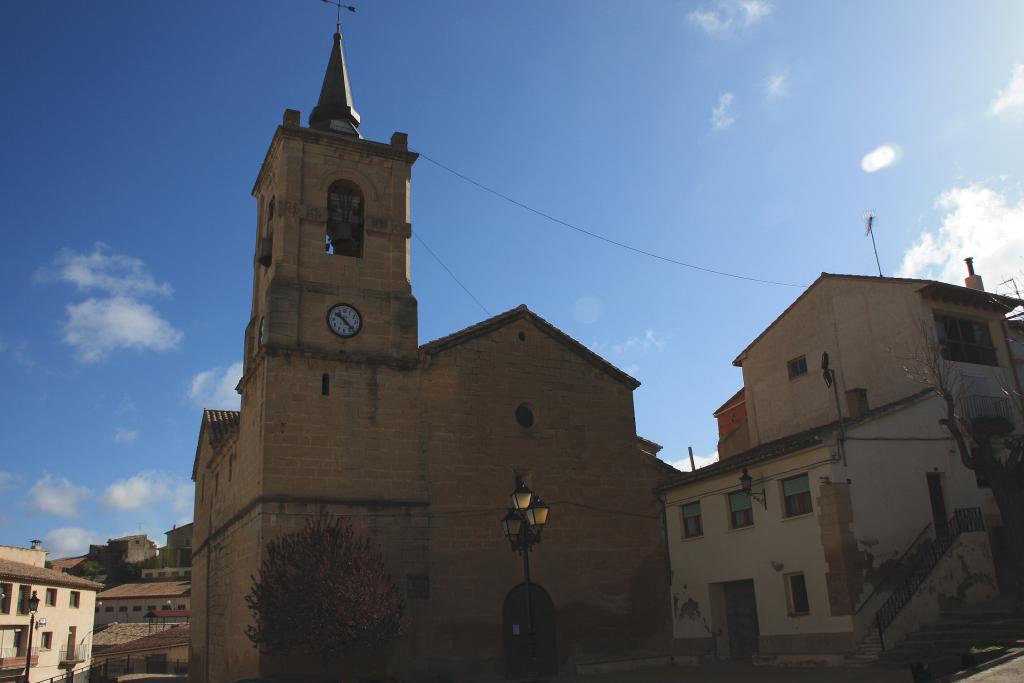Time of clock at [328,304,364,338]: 10:22
